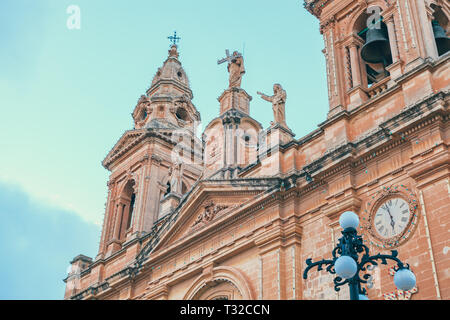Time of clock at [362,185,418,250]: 5:57
